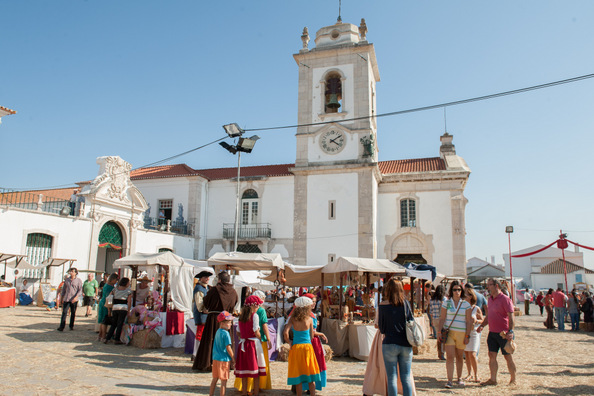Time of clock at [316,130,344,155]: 4:09
